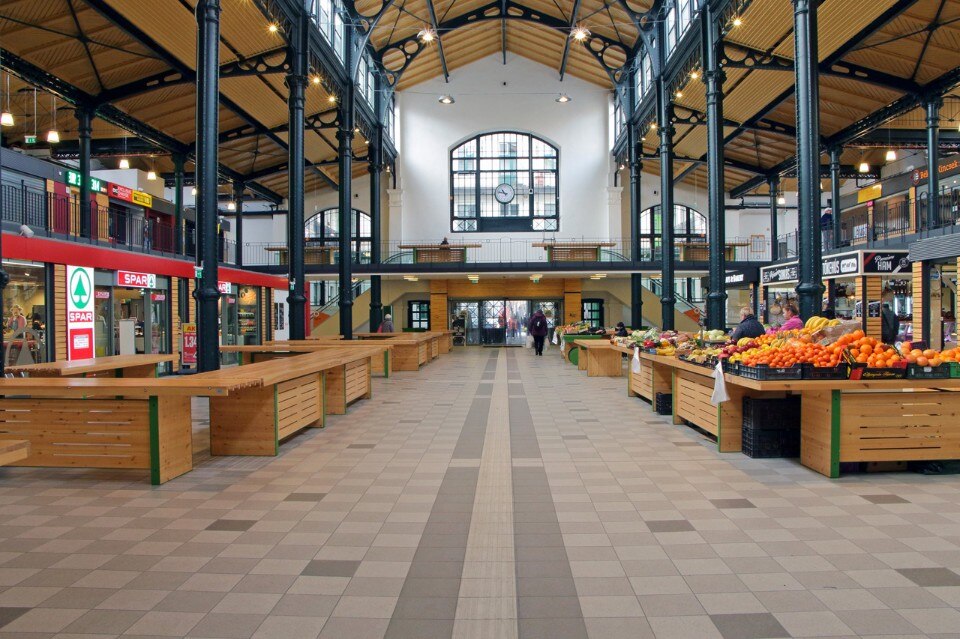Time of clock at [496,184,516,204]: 10:47
